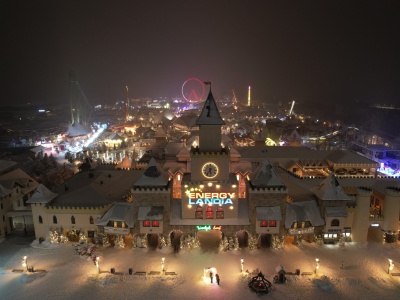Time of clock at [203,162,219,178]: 5:36
